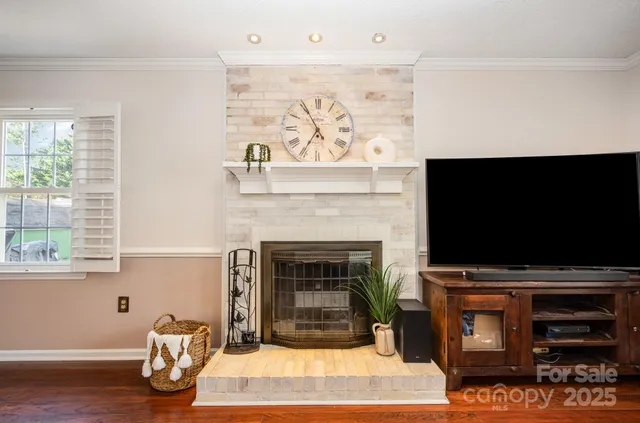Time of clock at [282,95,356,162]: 6:55
